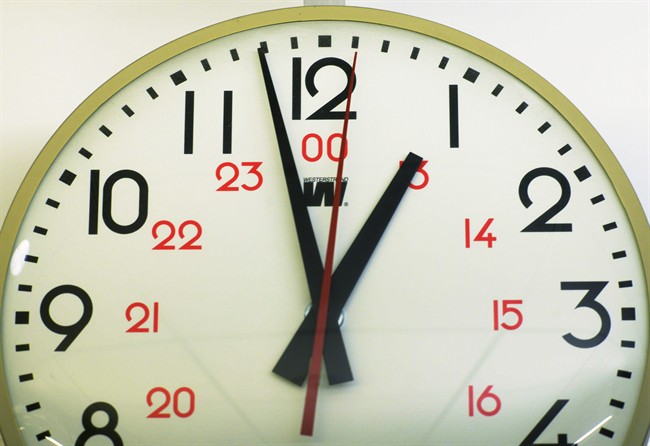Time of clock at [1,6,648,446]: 12:57
